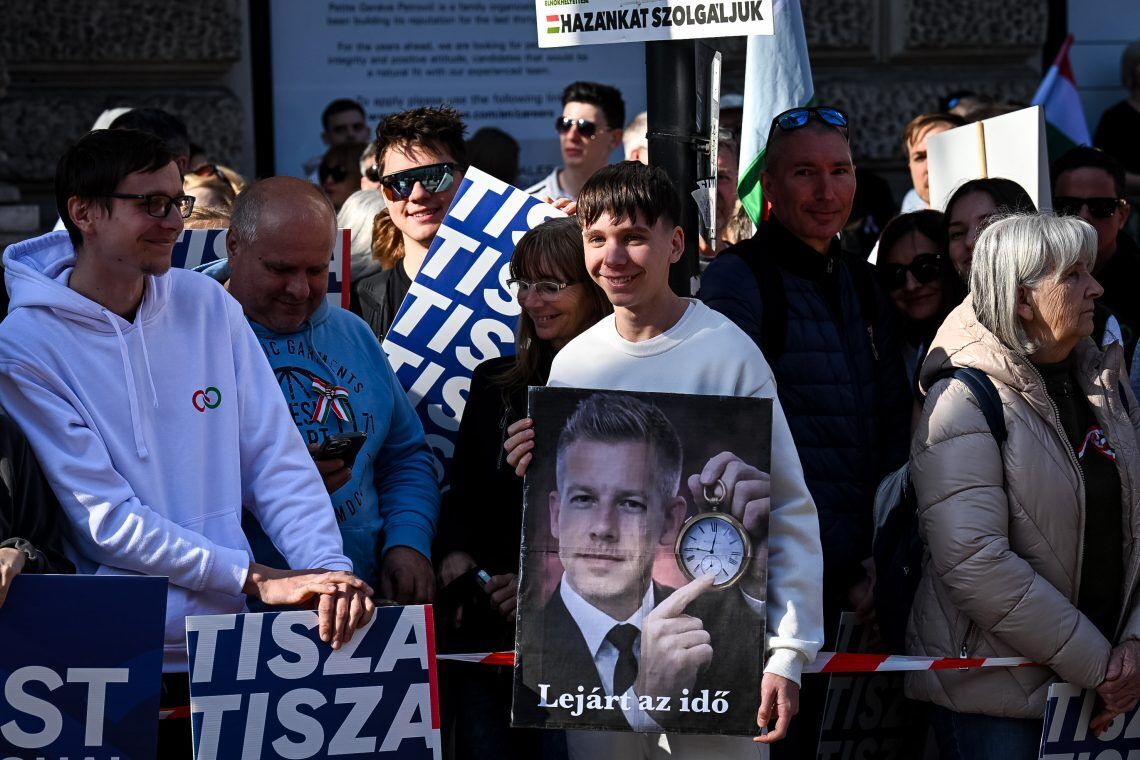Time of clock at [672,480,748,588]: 9:01
